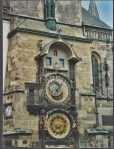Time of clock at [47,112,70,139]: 7:12
